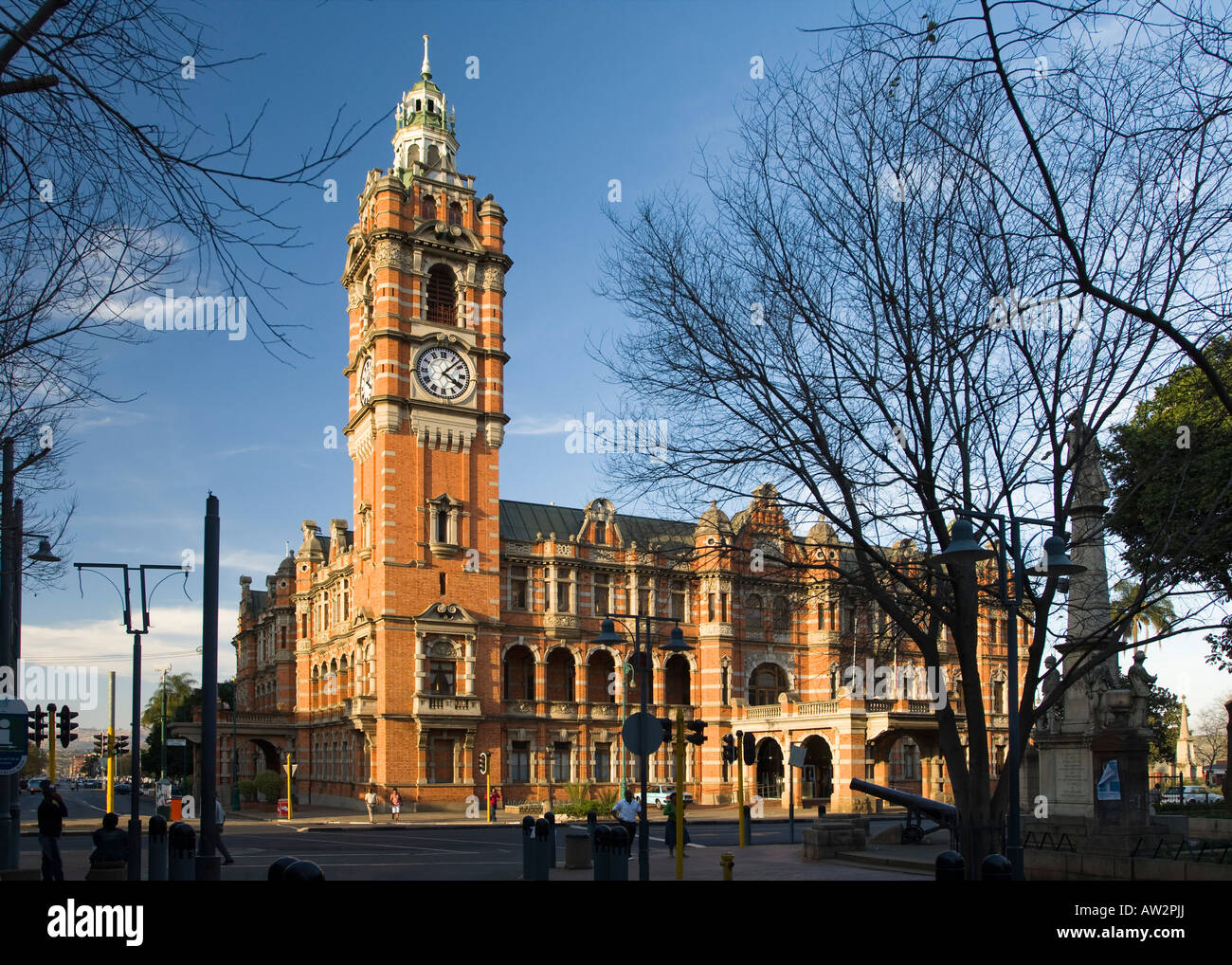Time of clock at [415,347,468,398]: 4:07
